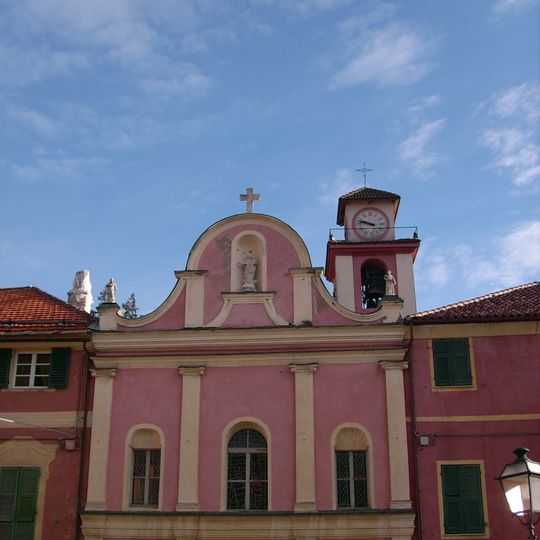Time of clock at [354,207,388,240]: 9:47
